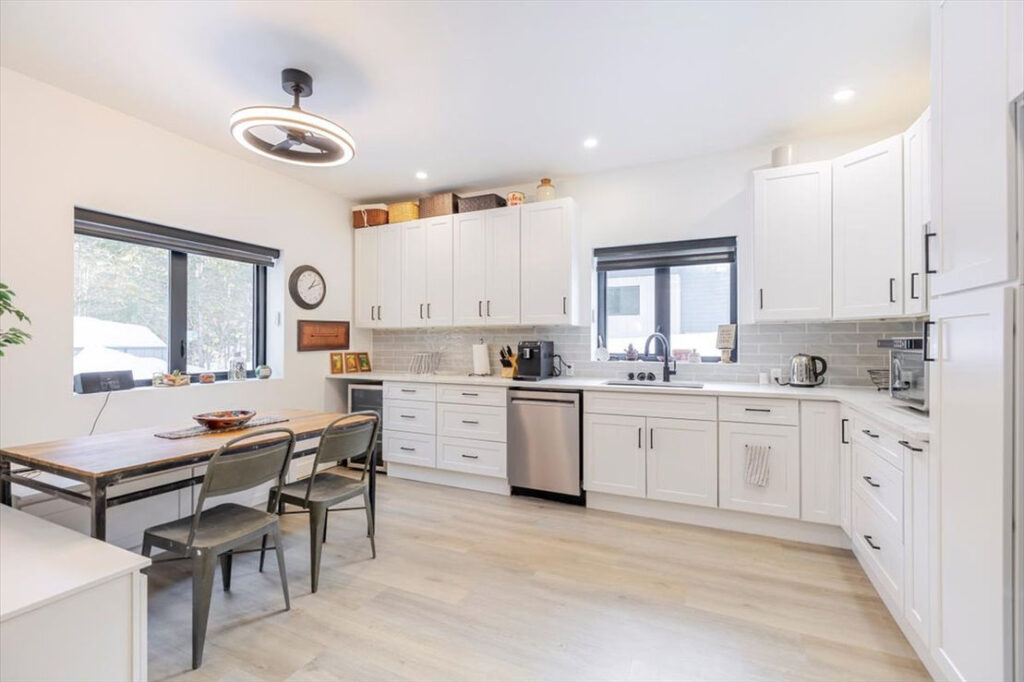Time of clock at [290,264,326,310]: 1:11
